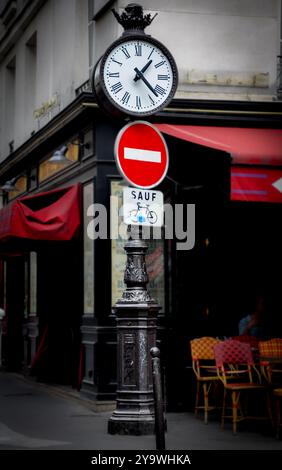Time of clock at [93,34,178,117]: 1:22
